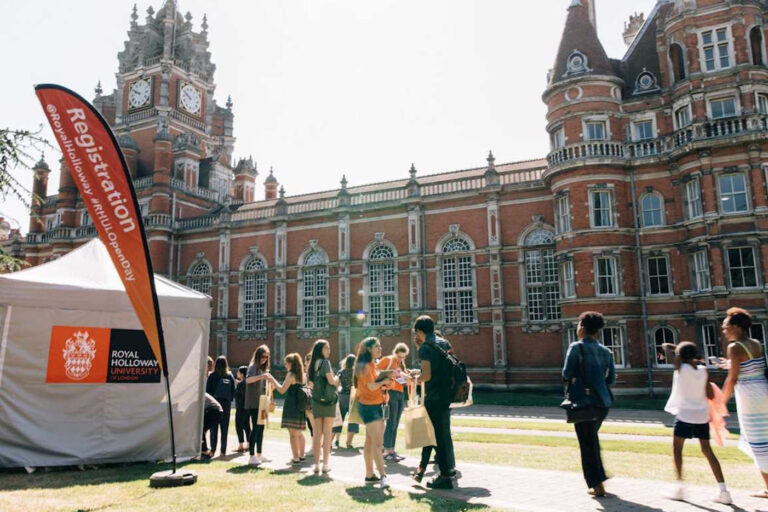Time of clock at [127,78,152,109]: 9:50
